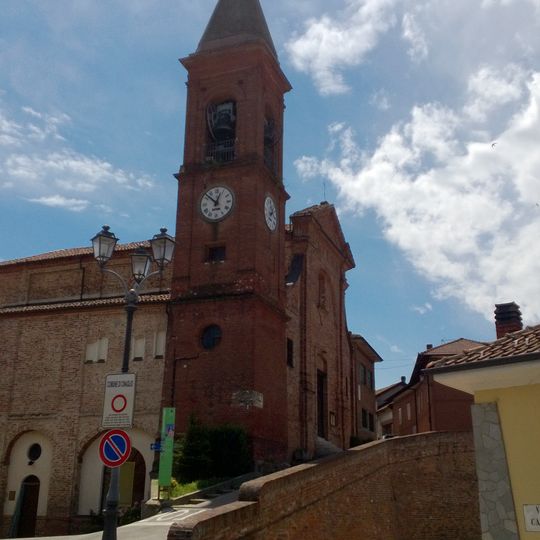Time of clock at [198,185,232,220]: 12:52
